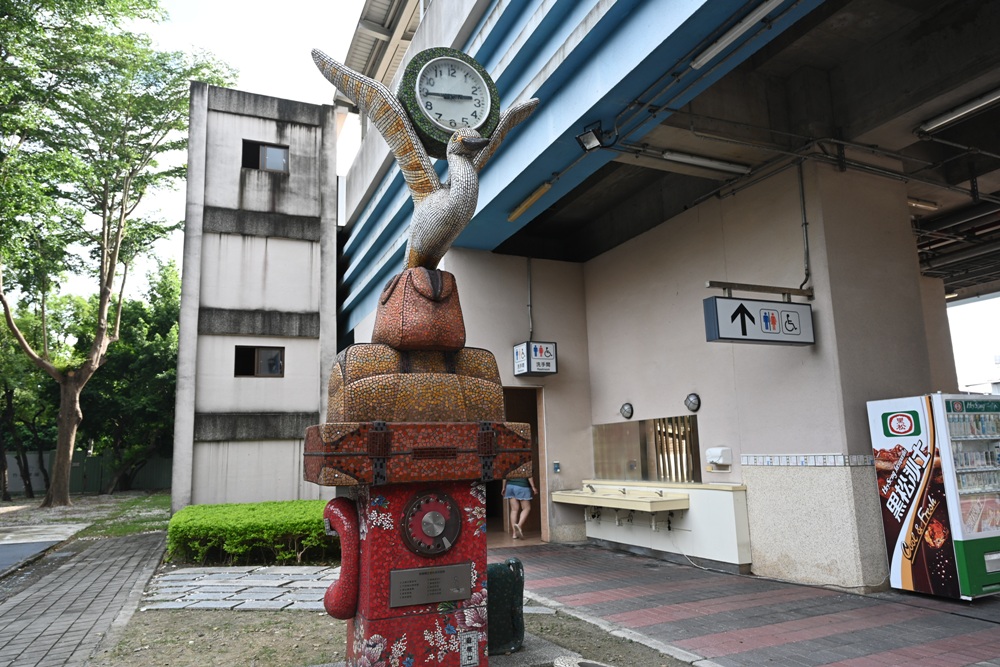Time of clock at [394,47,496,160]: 2:44
